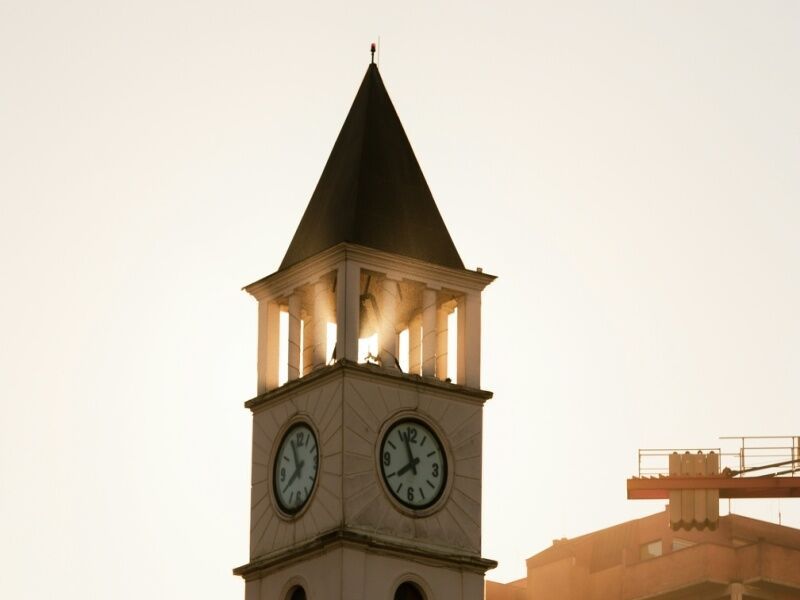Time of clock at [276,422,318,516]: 7:55
